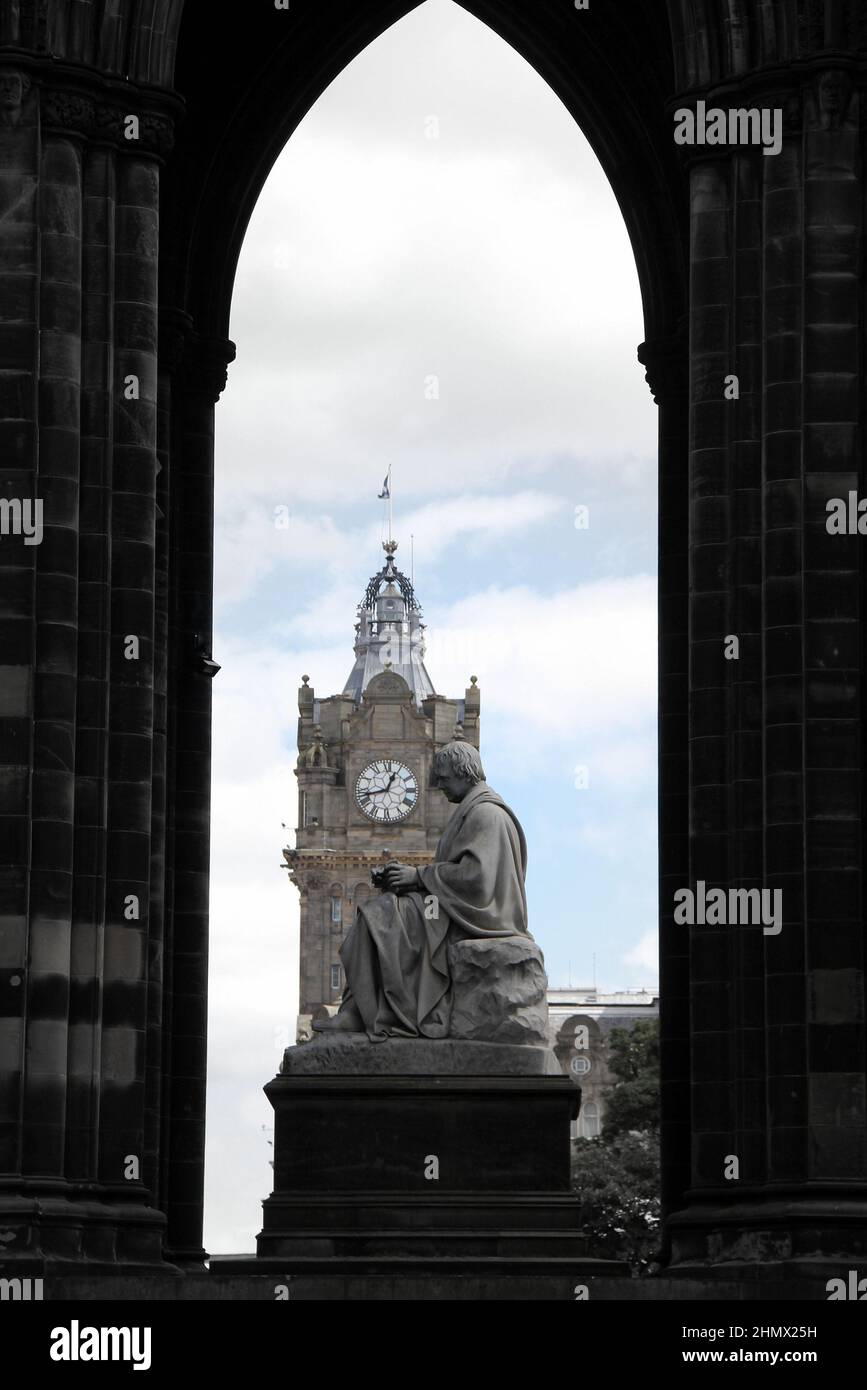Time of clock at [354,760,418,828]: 12:42
